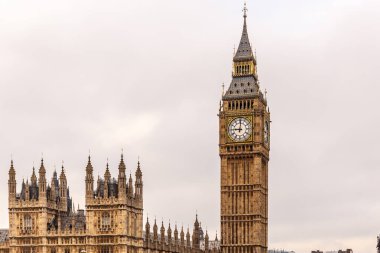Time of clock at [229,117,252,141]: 9:01
